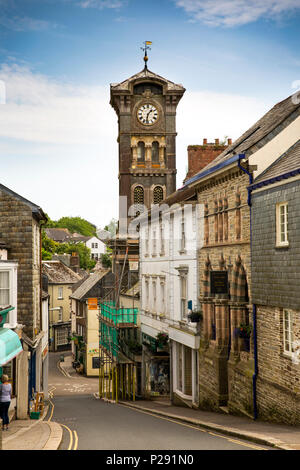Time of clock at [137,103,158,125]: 1:32
